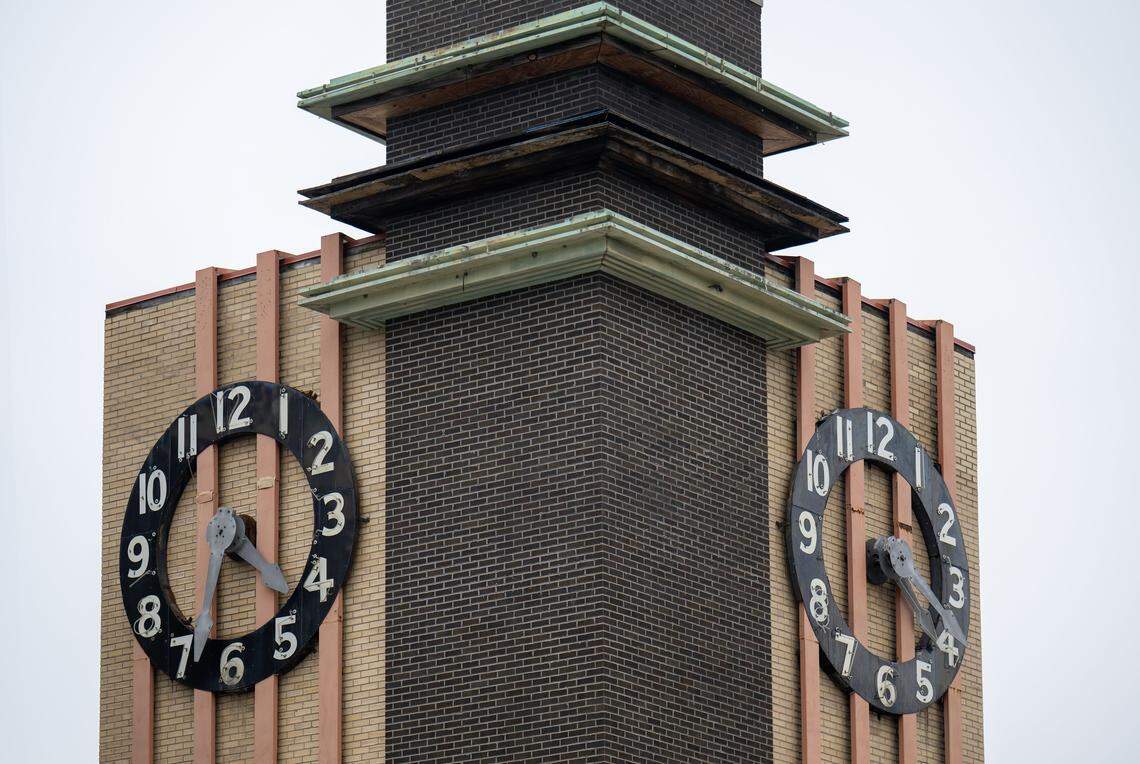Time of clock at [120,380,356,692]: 4:33
